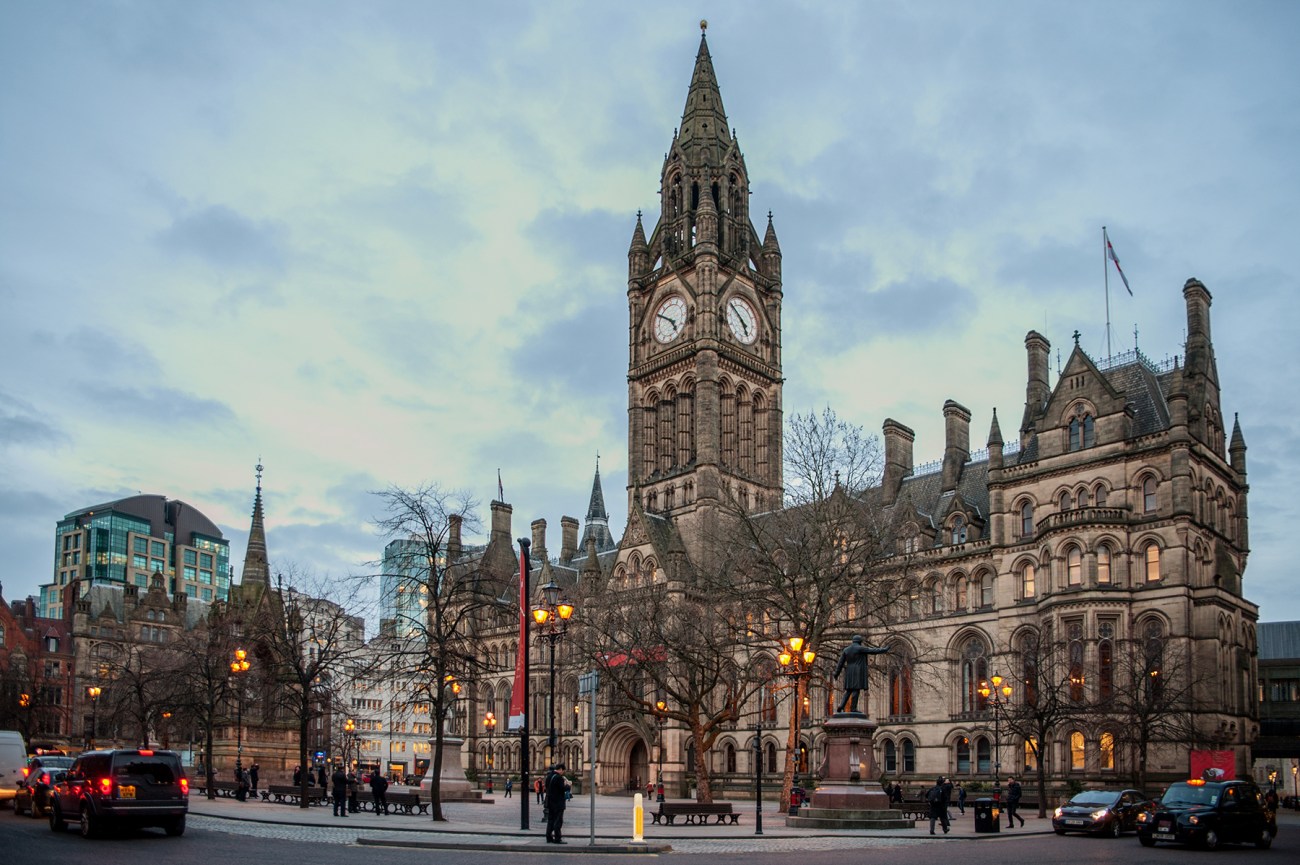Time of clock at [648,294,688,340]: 4:50
